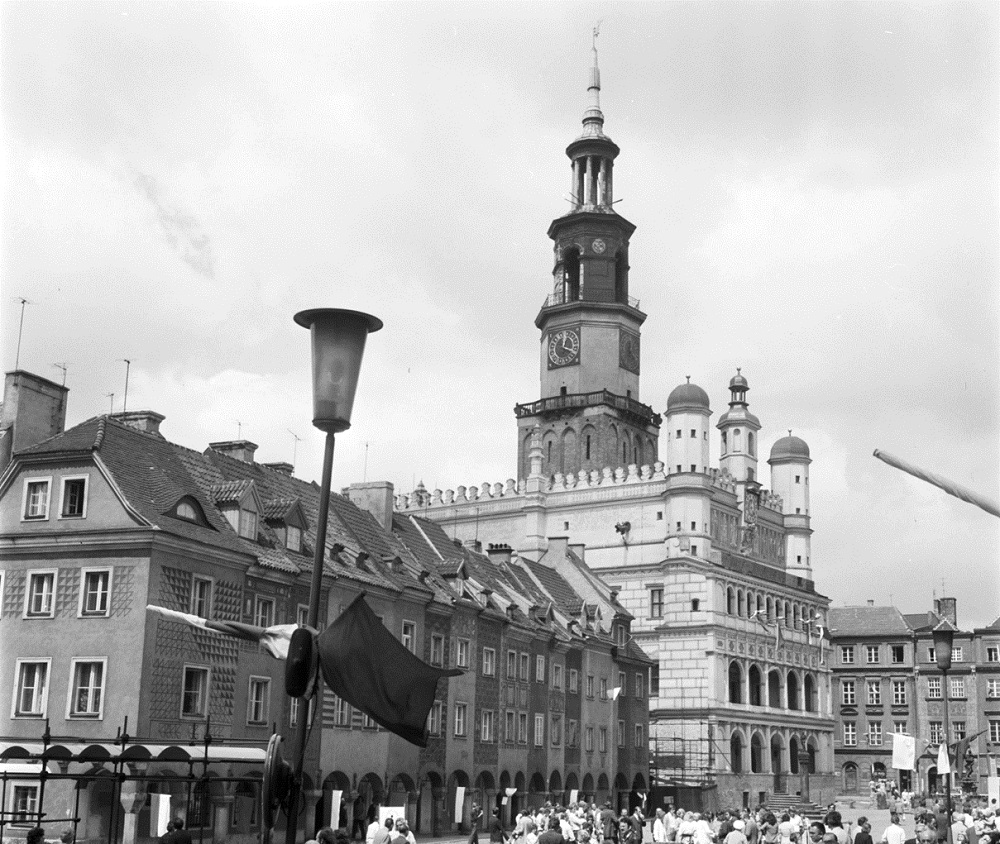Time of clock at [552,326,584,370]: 12:19
